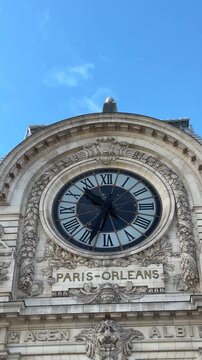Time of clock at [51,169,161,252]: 10:33
